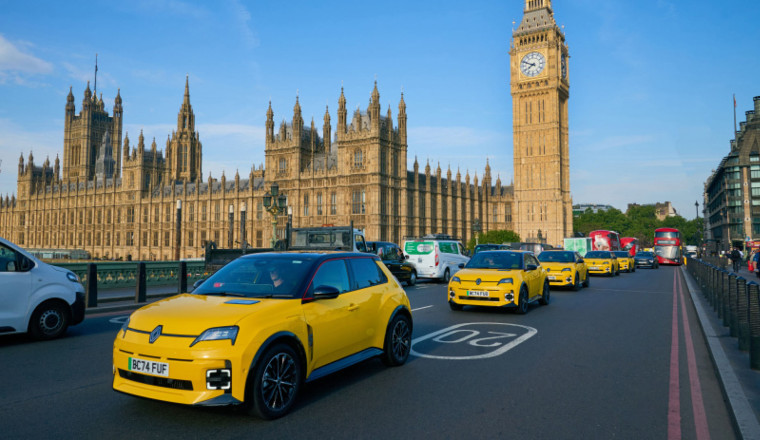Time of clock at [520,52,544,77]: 7:48
